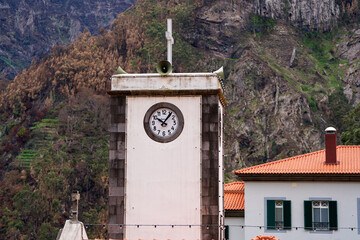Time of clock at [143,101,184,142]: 10:06
